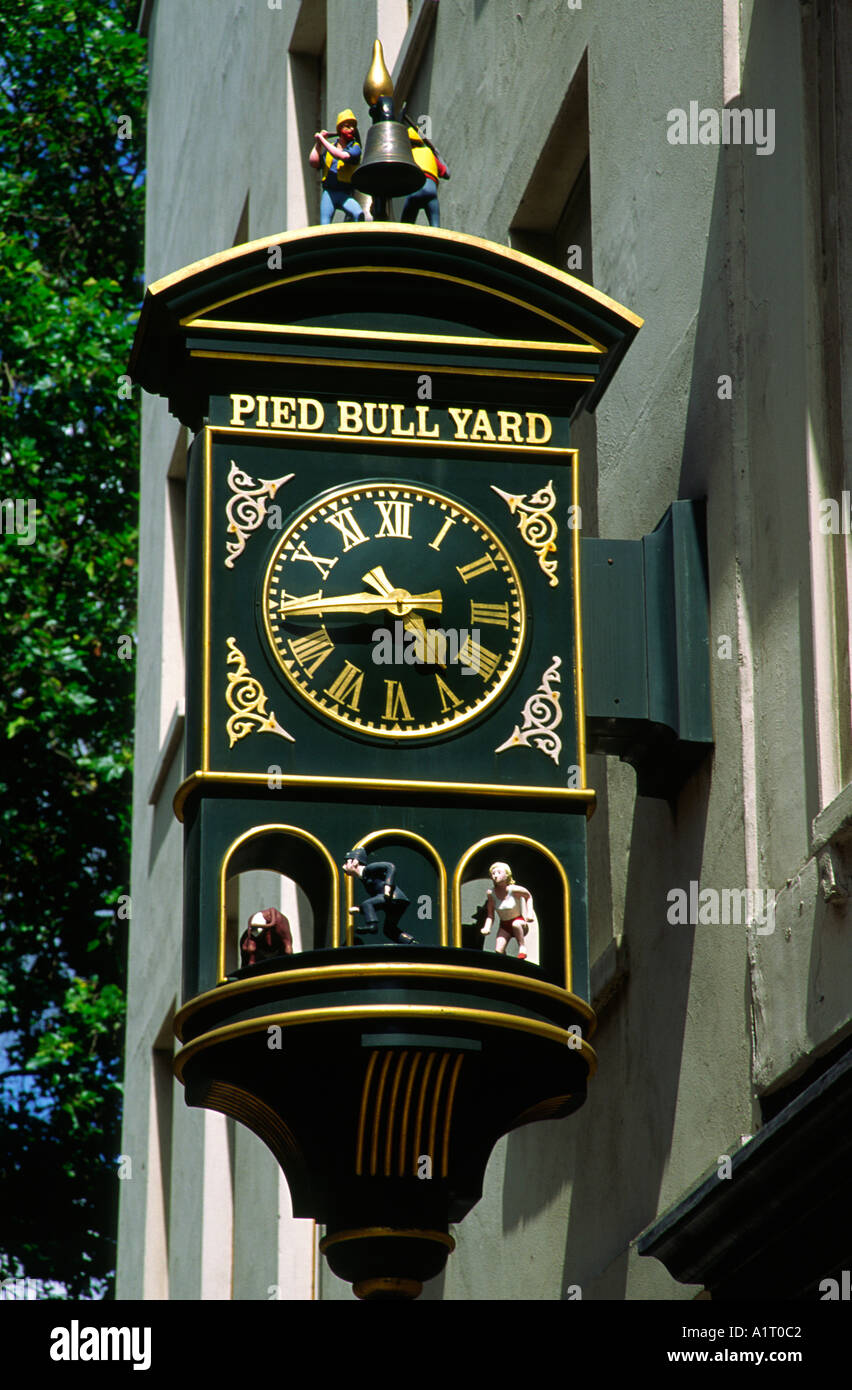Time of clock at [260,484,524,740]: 10:44
